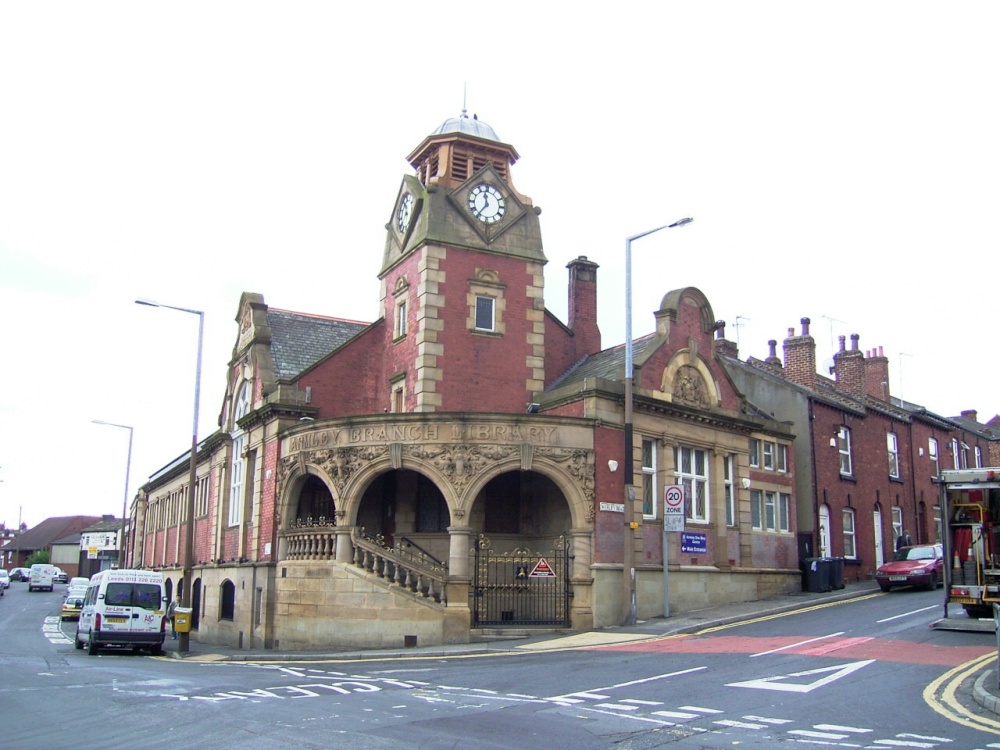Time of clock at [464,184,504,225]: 11:36
